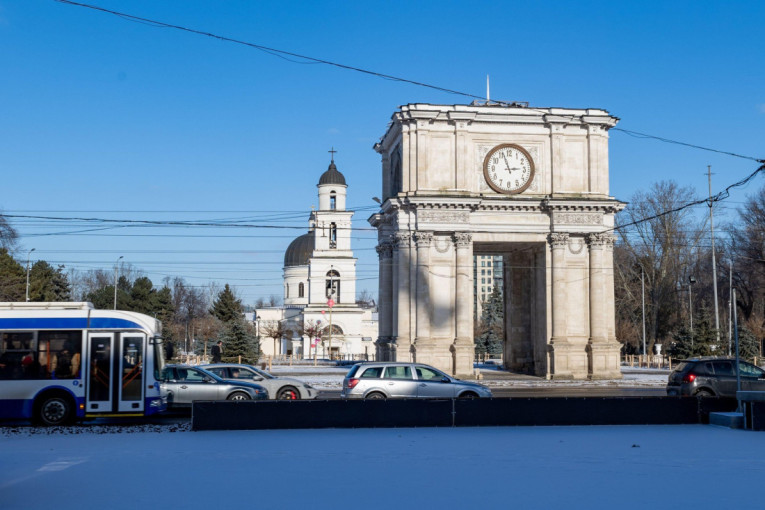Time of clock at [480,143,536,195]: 2:56
